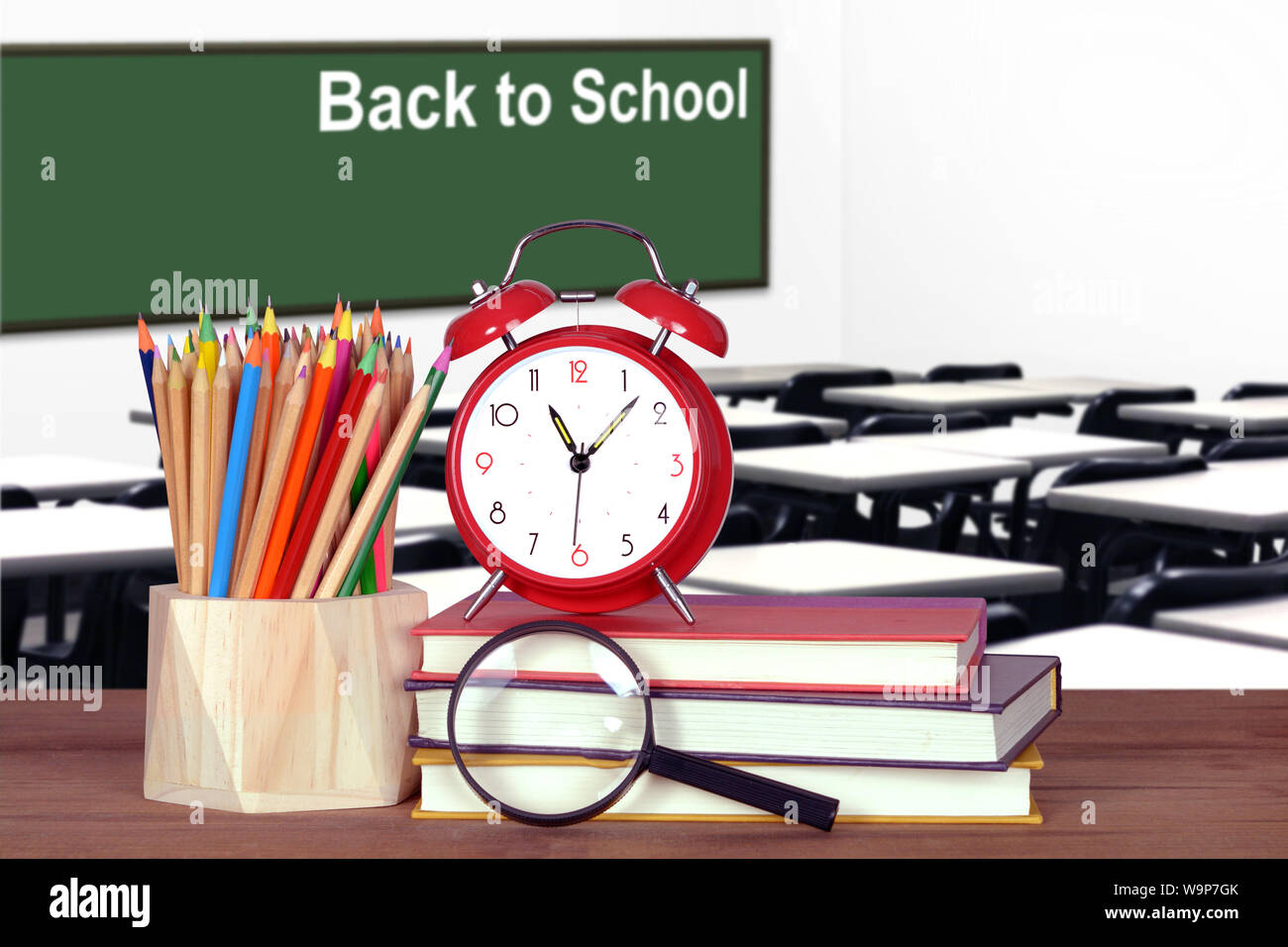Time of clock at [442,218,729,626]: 11:07
